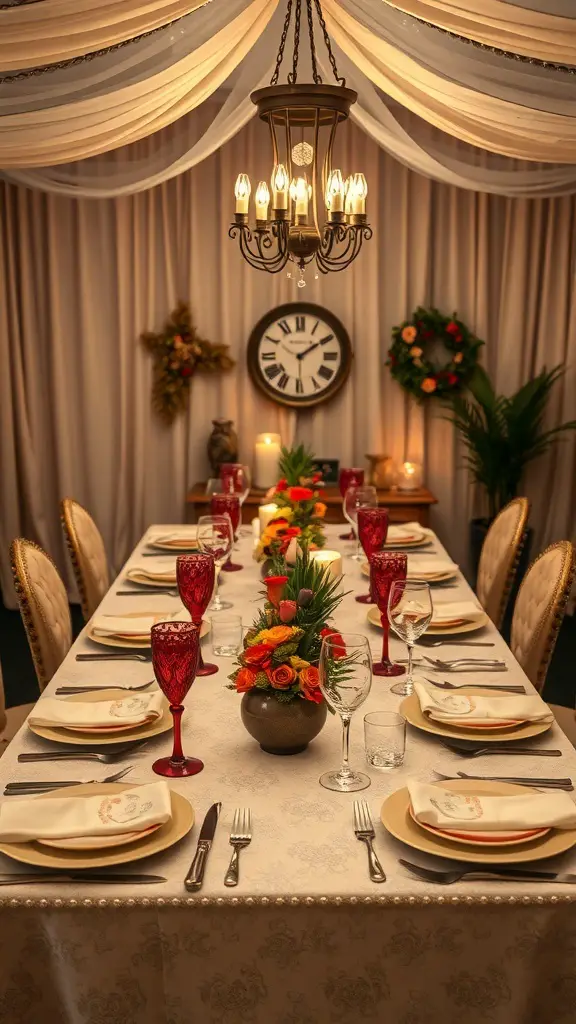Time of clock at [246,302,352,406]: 1:50
